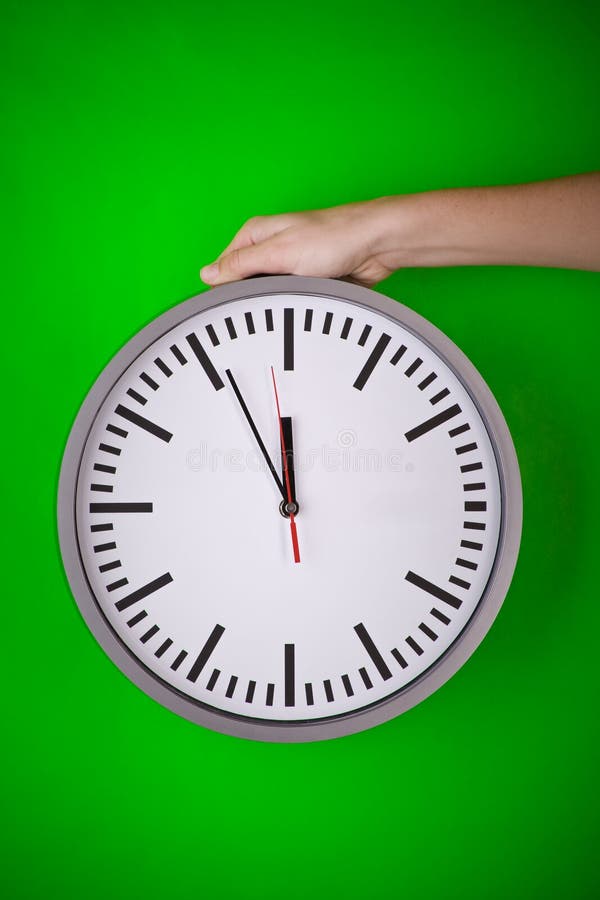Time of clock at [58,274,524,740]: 11:55
